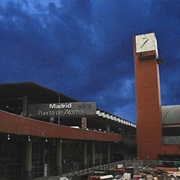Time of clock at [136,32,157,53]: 1:37
